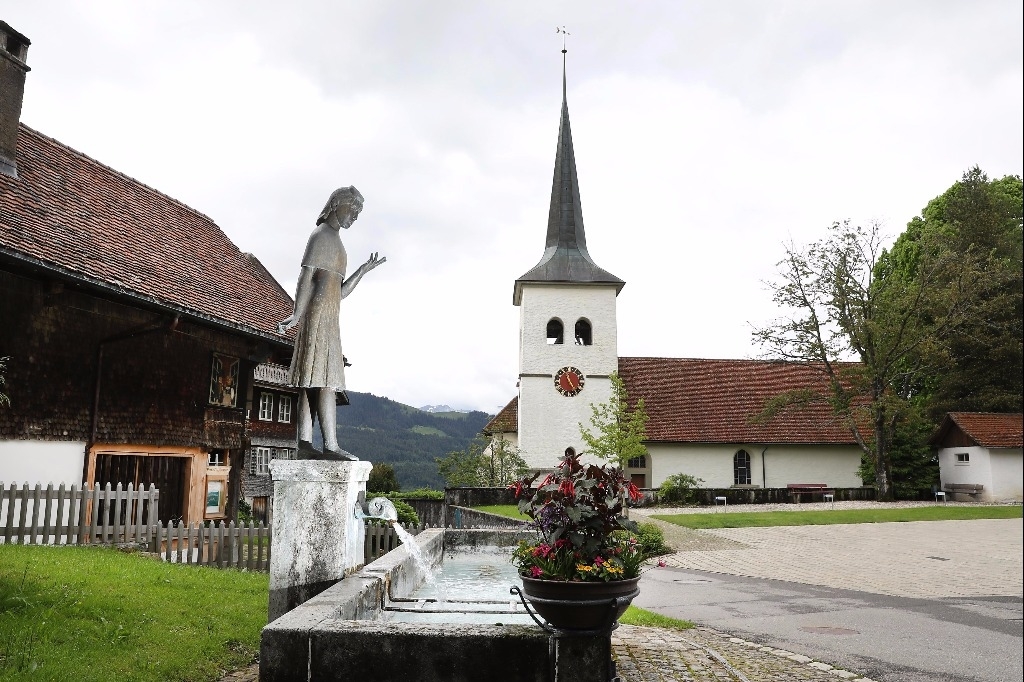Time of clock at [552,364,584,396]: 11:24
